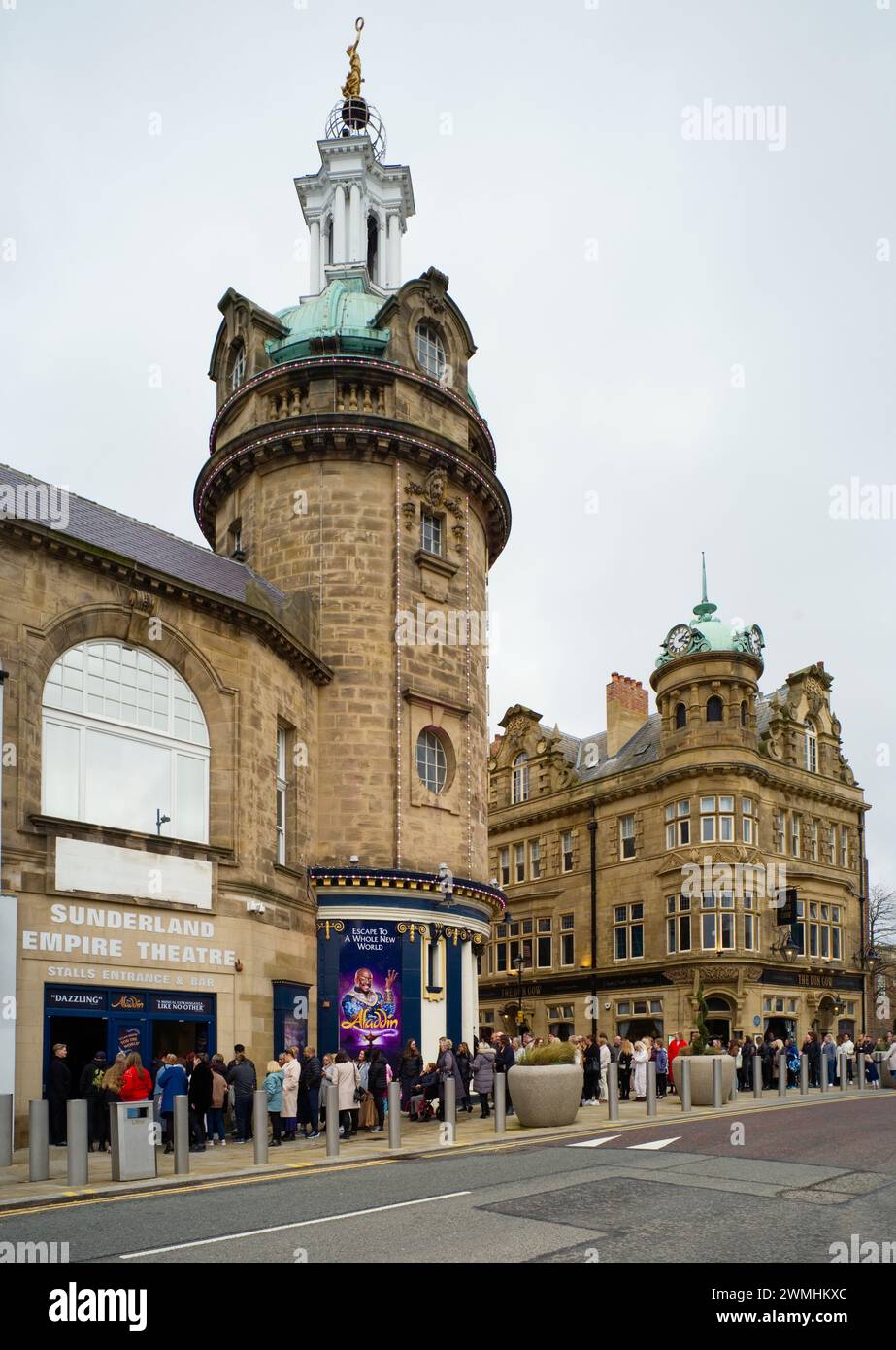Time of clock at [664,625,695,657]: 2:18
